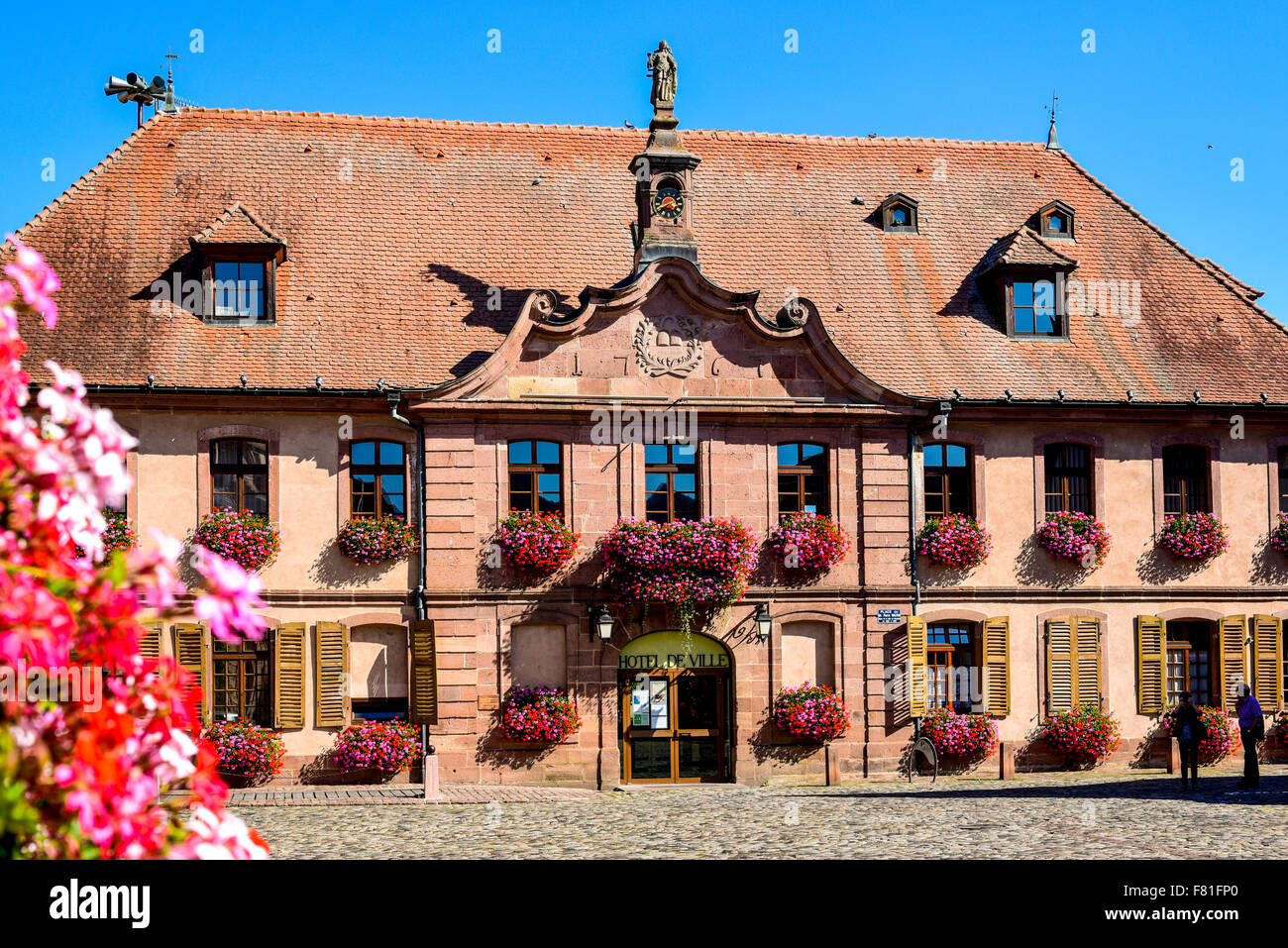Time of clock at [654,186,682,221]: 3:40
